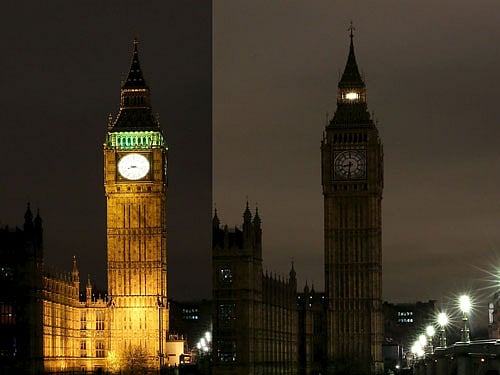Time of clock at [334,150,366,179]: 8:32
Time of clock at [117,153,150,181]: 8:17
